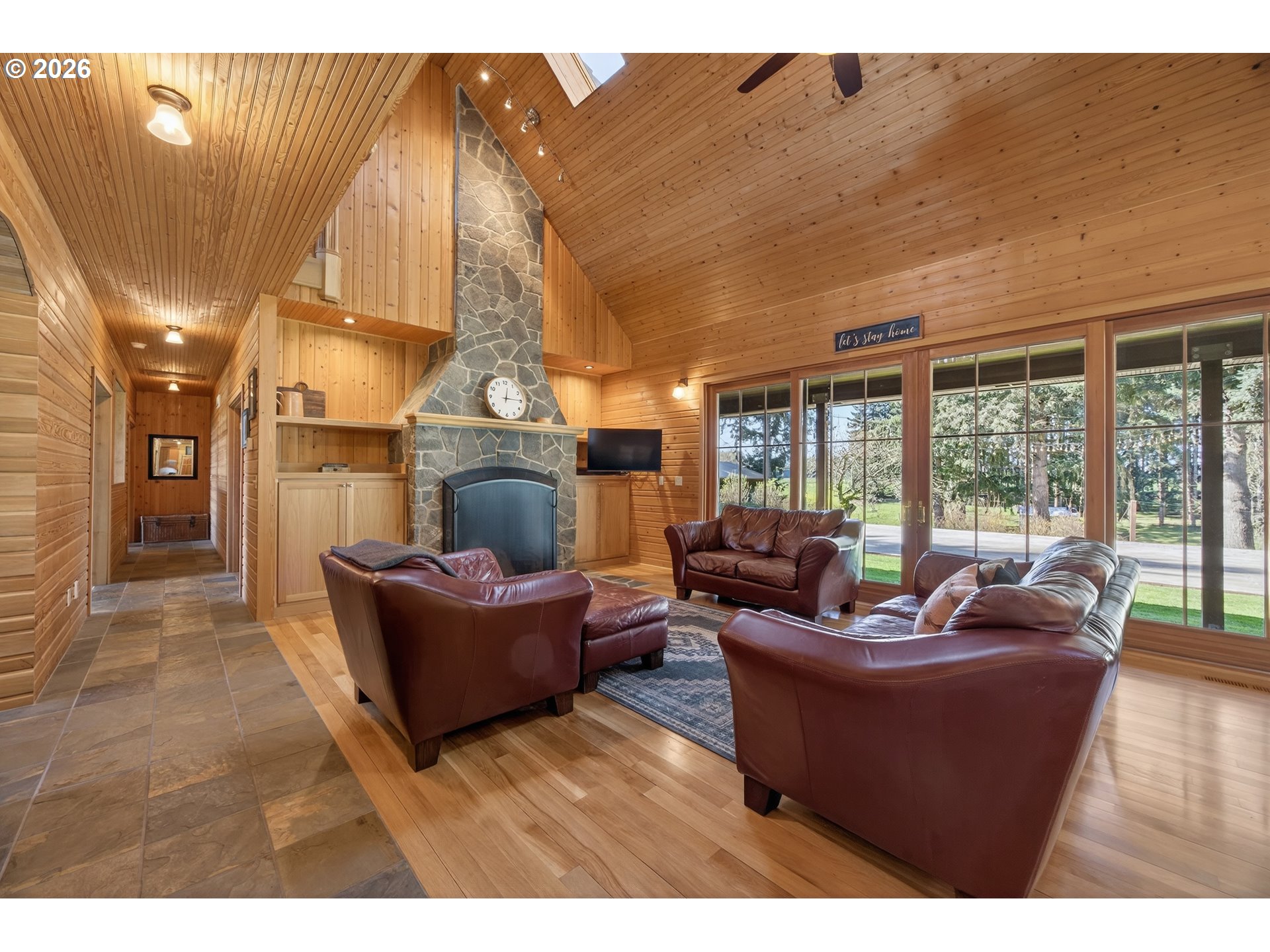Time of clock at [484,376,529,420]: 12:14
